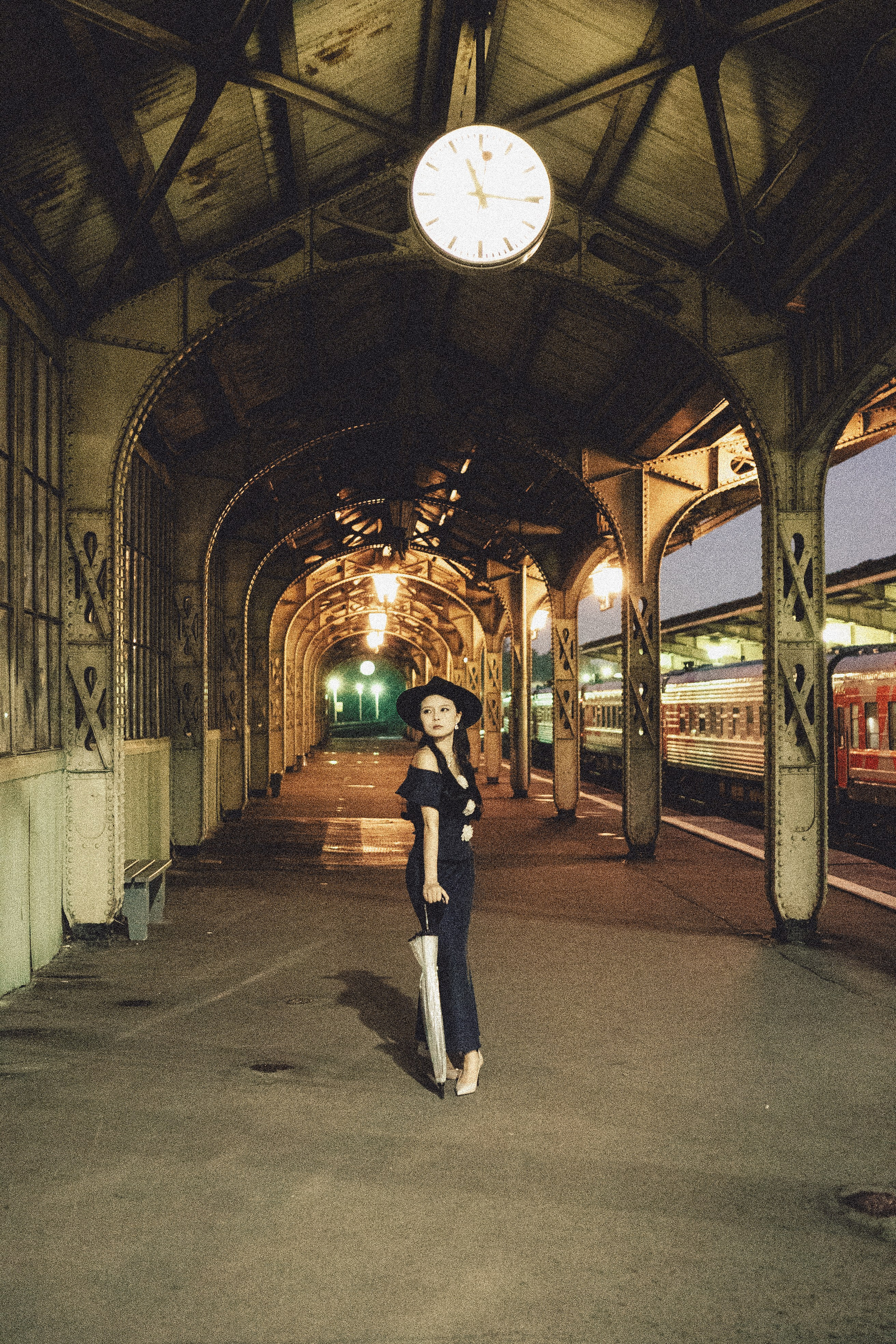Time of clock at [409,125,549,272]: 11:15
